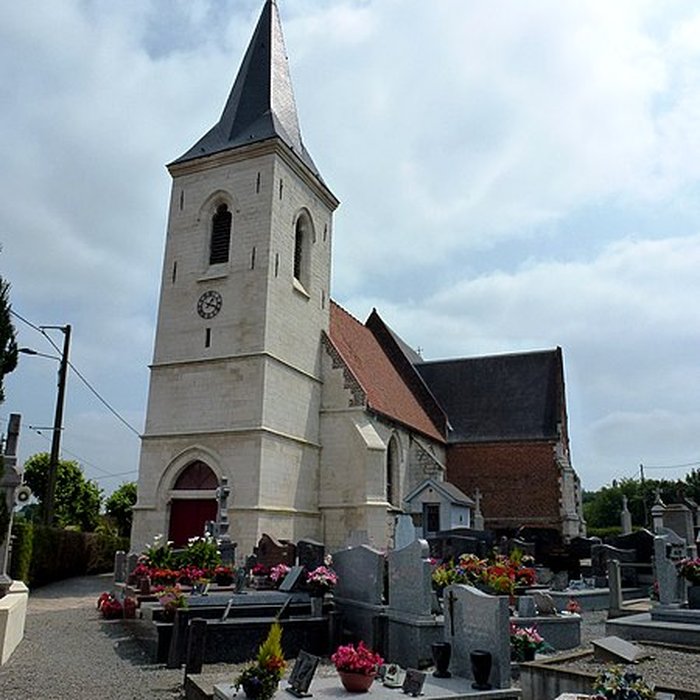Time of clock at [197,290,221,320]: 1:18
